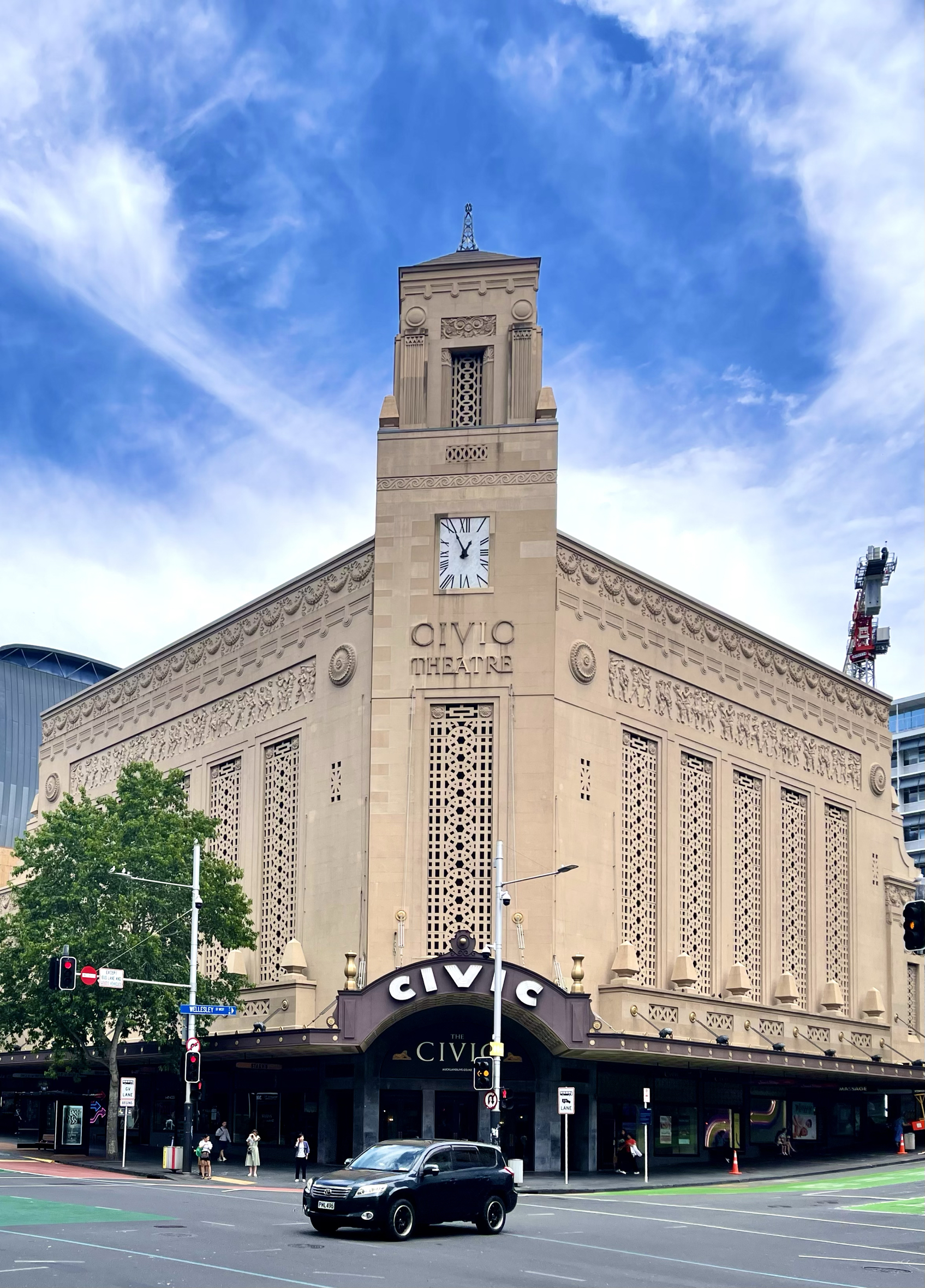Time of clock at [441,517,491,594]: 12:55
